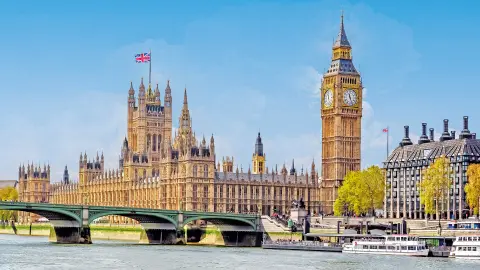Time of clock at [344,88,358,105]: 11:26
